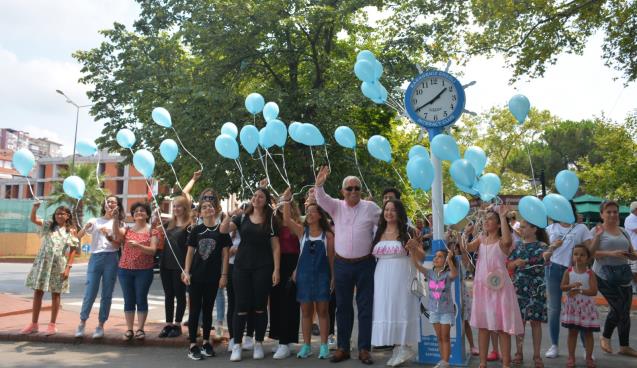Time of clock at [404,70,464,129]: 1:40
